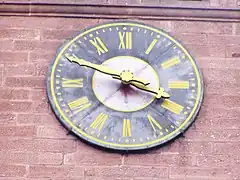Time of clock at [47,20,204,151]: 3:49
